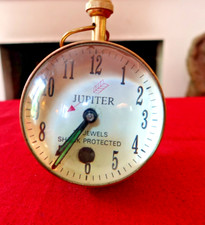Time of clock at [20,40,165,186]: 7:36
